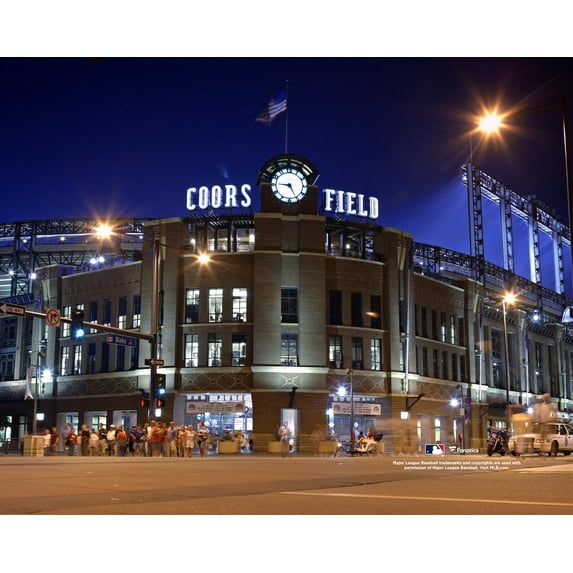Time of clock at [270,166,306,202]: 9:25
